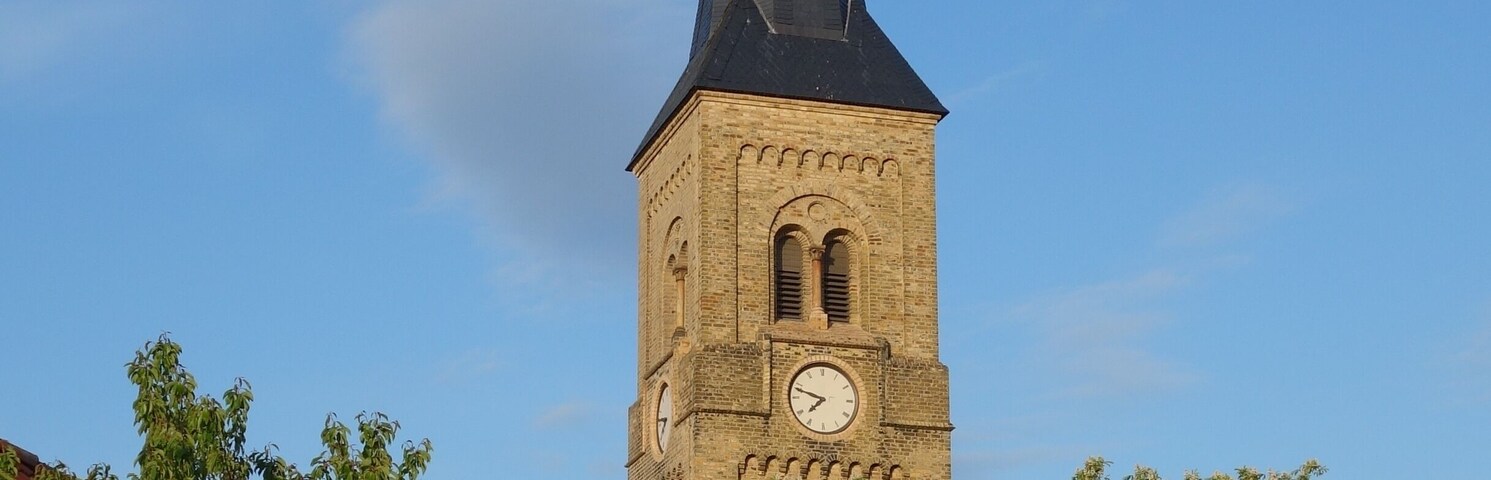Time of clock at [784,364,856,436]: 7:48
